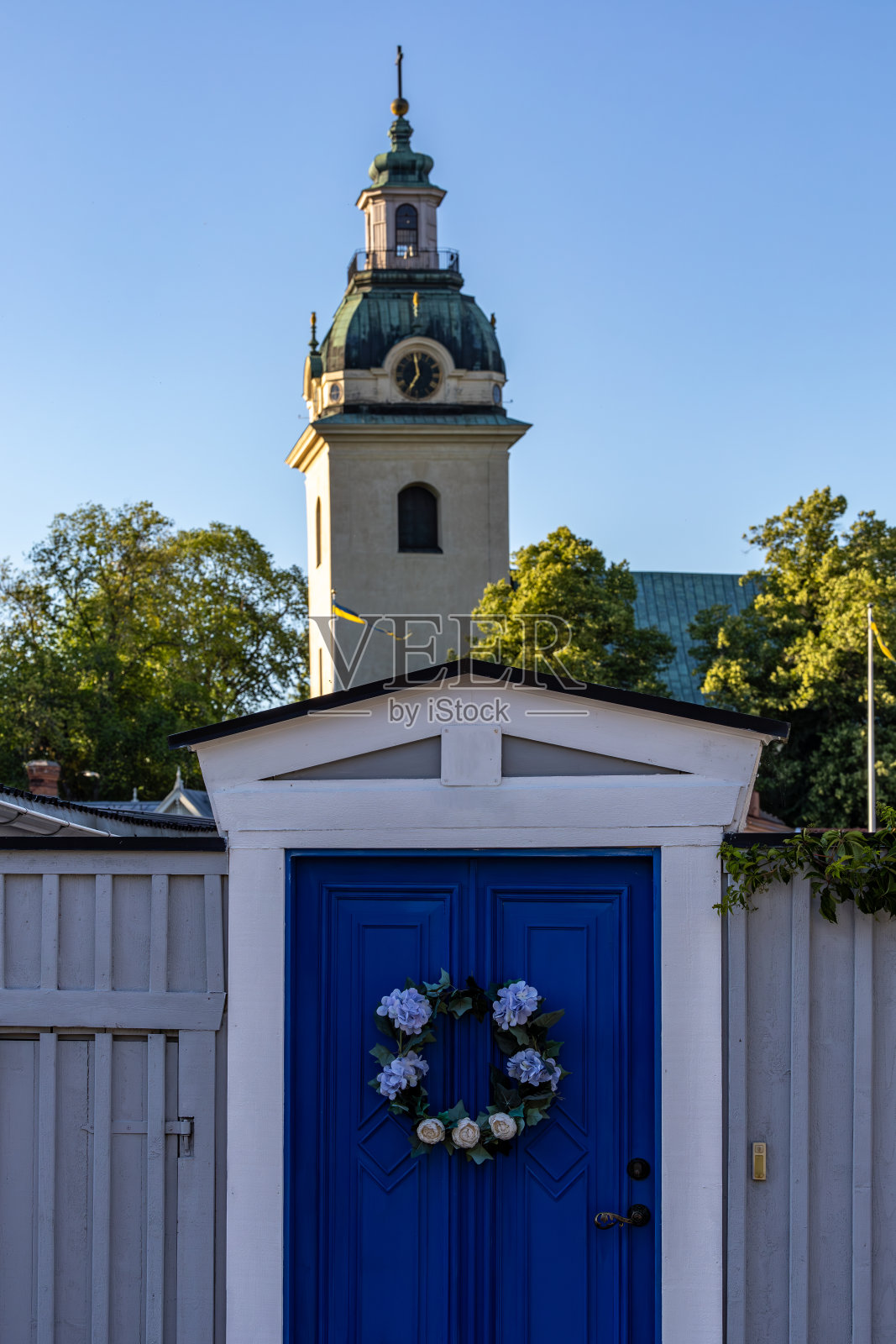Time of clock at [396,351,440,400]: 6:58
